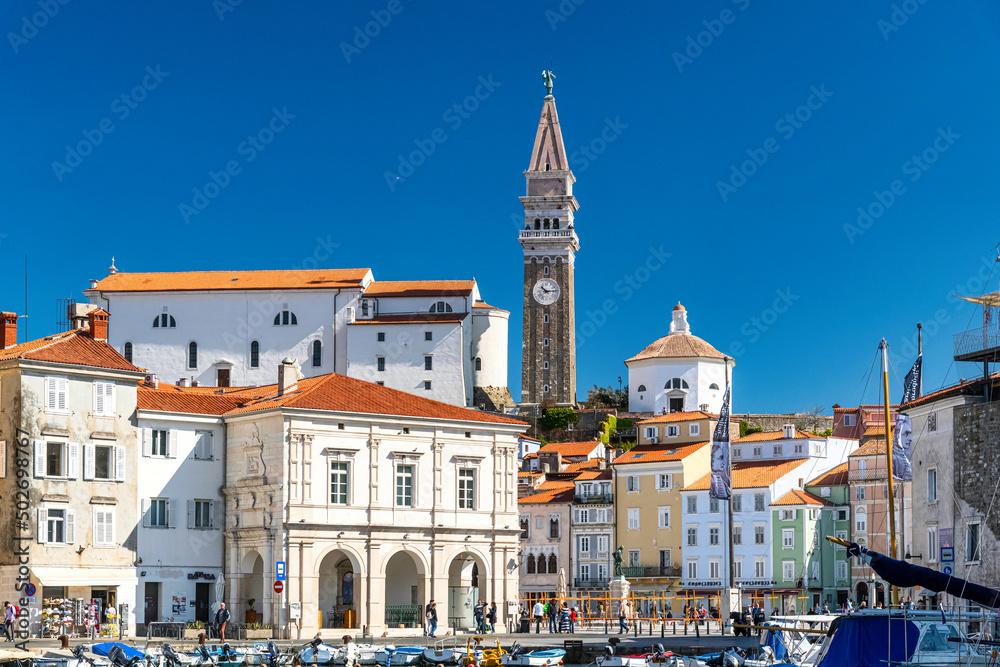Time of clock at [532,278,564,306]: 10:13
